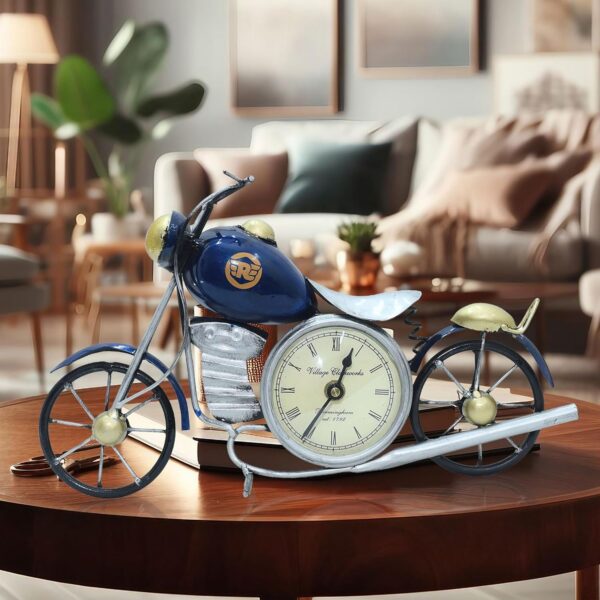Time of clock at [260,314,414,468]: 12:35
